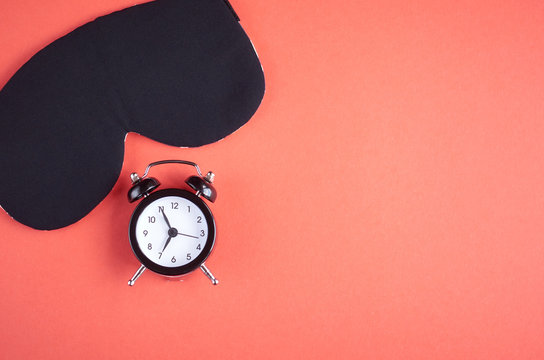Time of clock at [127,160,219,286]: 6:55
